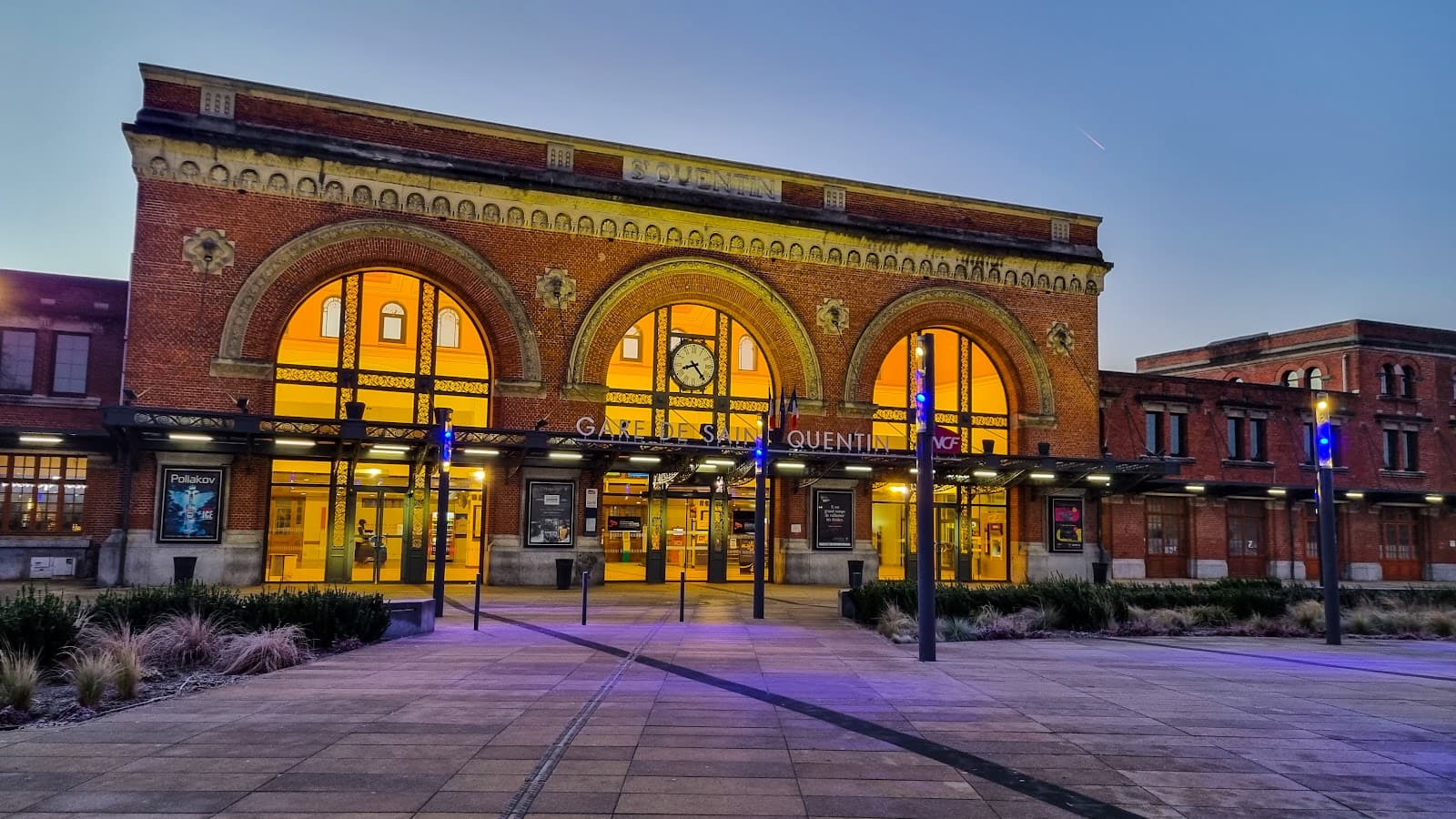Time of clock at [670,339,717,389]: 8:23
